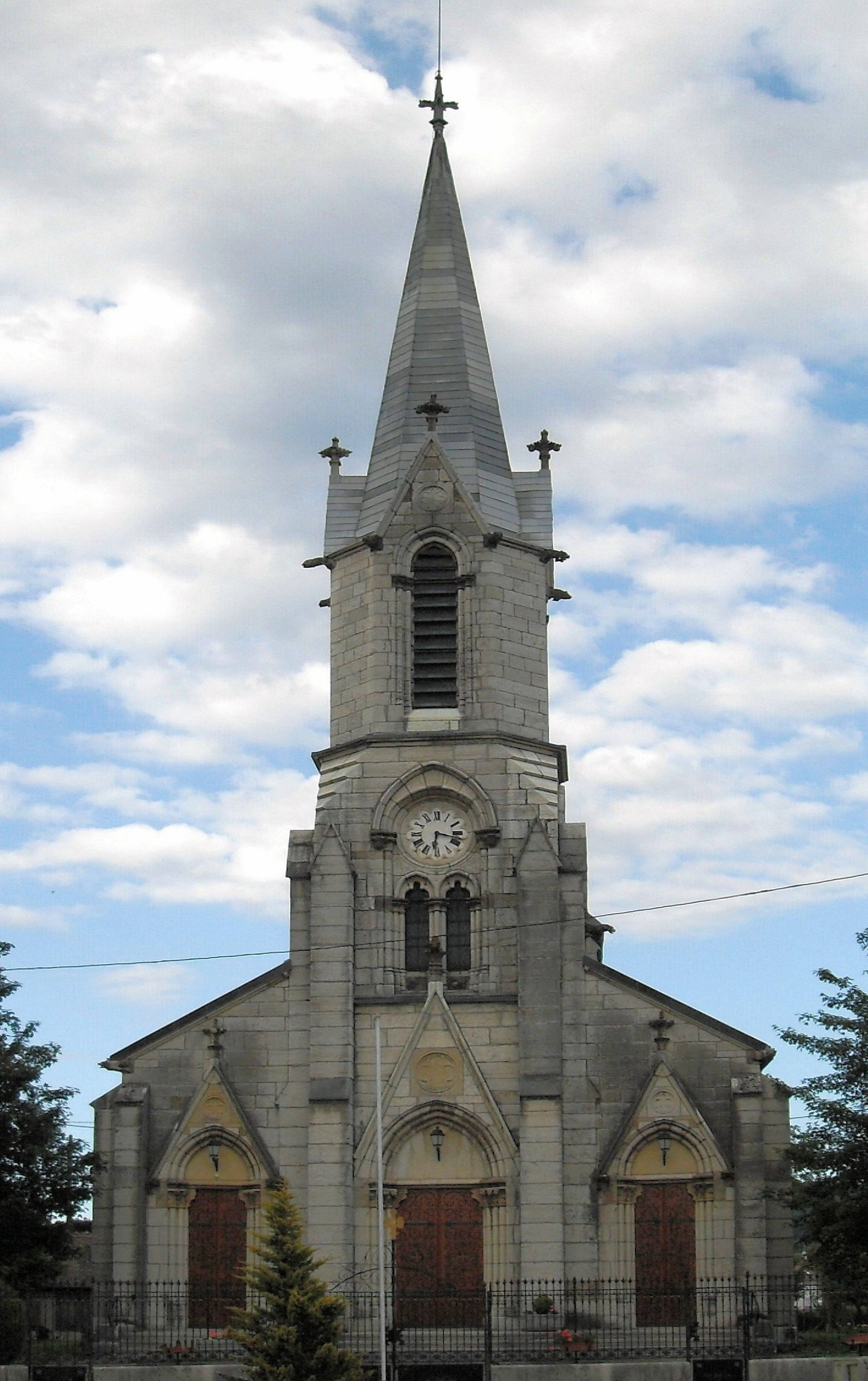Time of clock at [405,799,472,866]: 6:17
